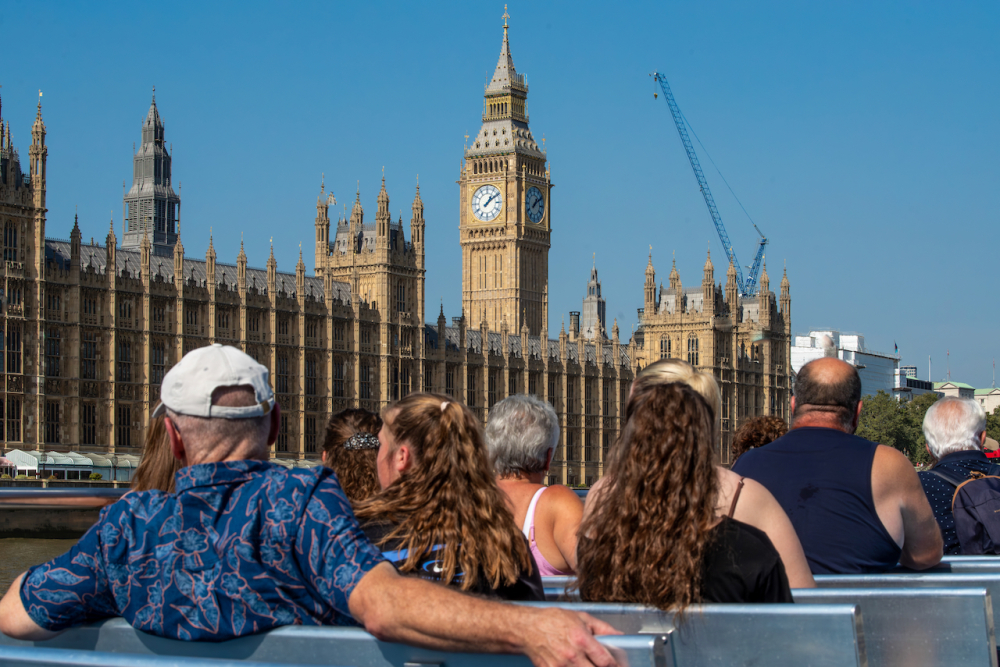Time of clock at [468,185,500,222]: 1:09
